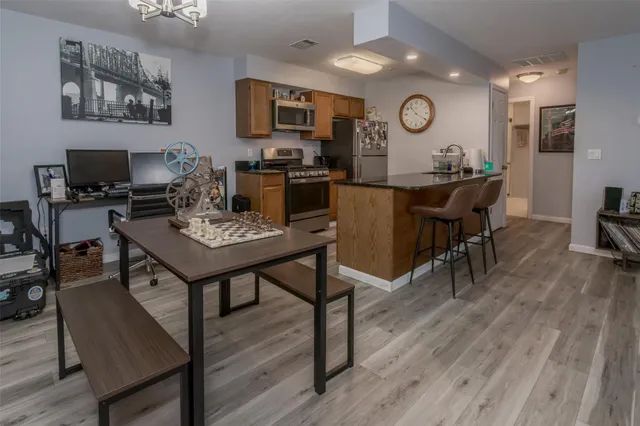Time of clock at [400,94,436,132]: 10:20
